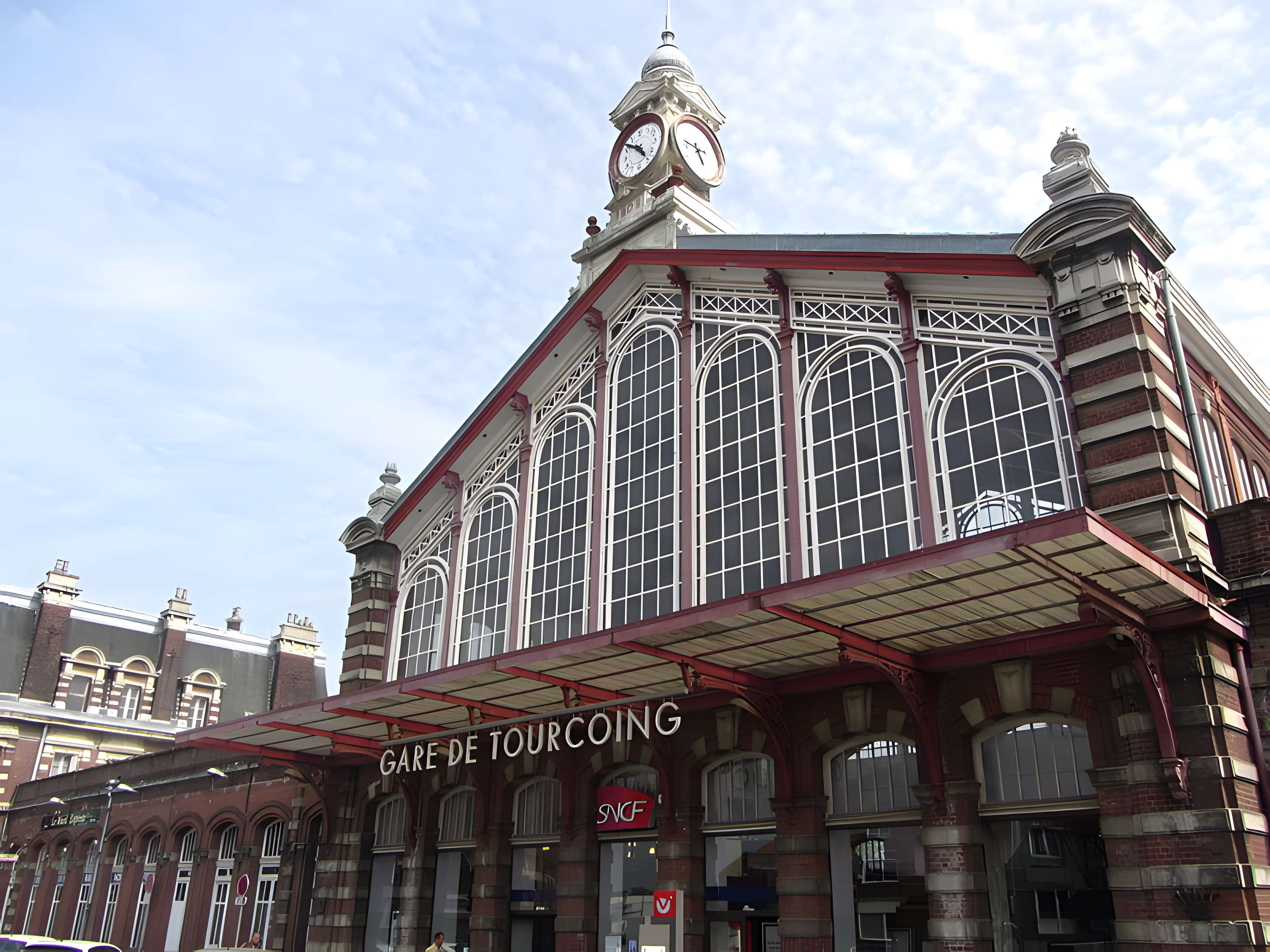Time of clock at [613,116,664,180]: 4:51
